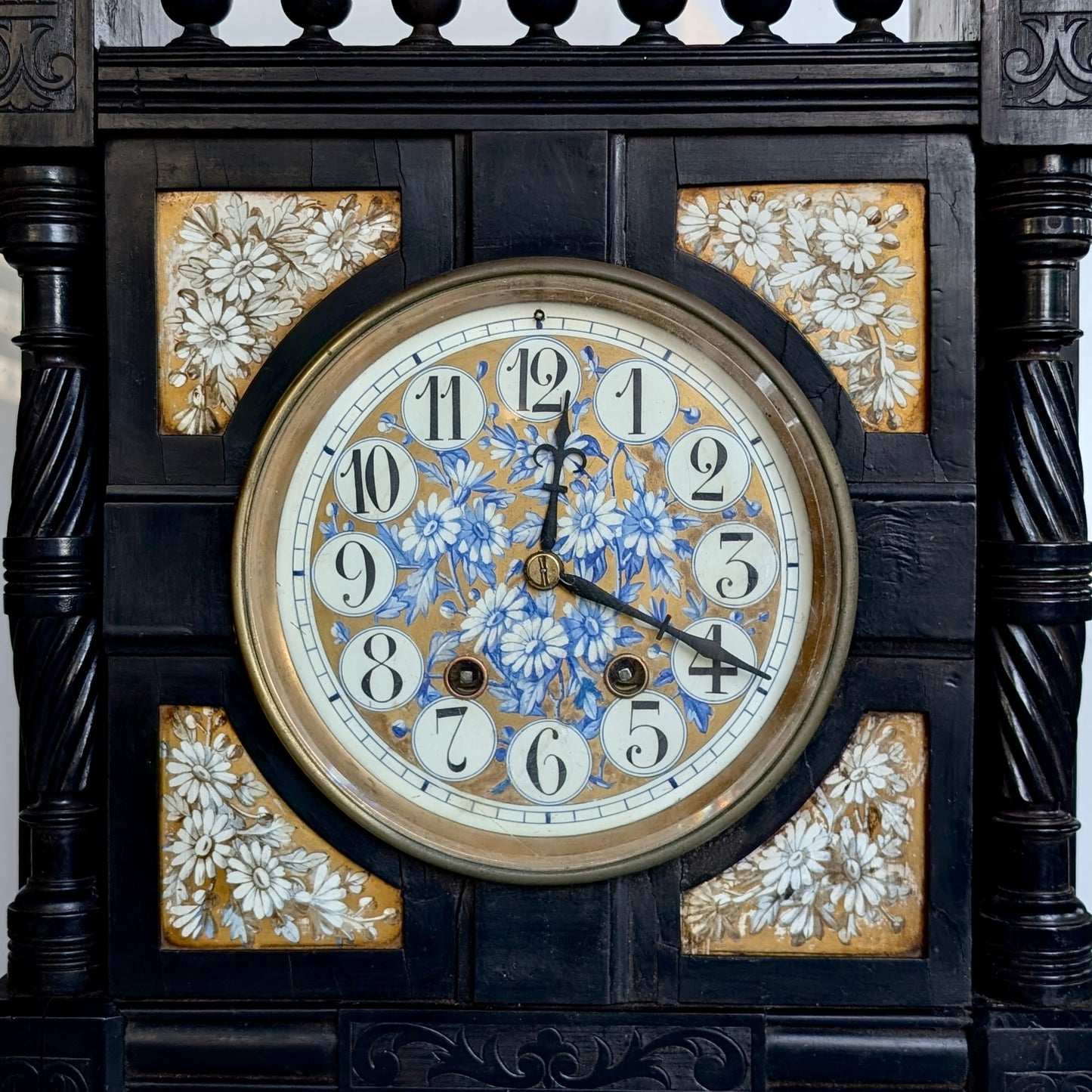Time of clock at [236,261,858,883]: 12:19
